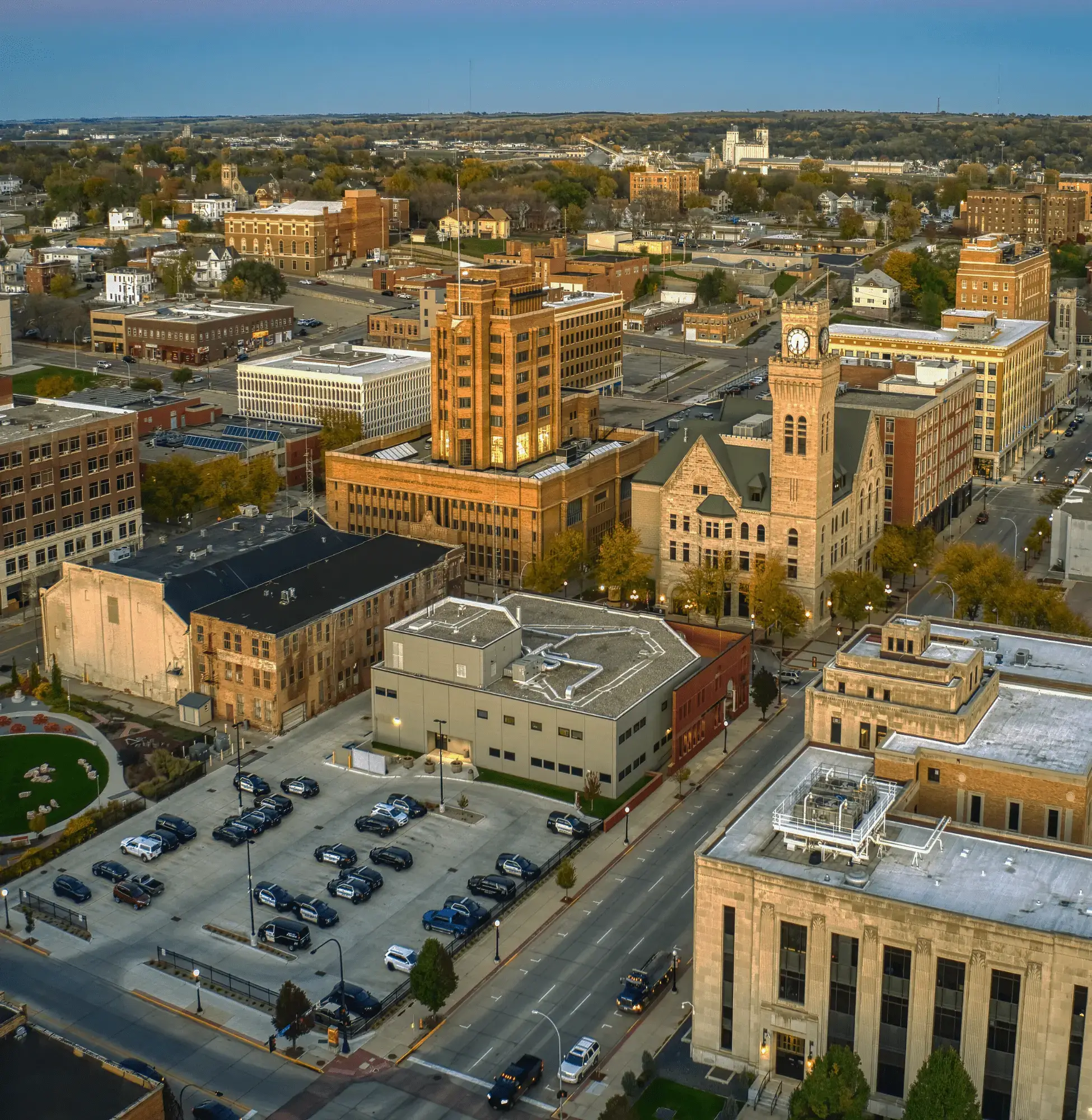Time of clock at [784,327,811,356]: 6:29
